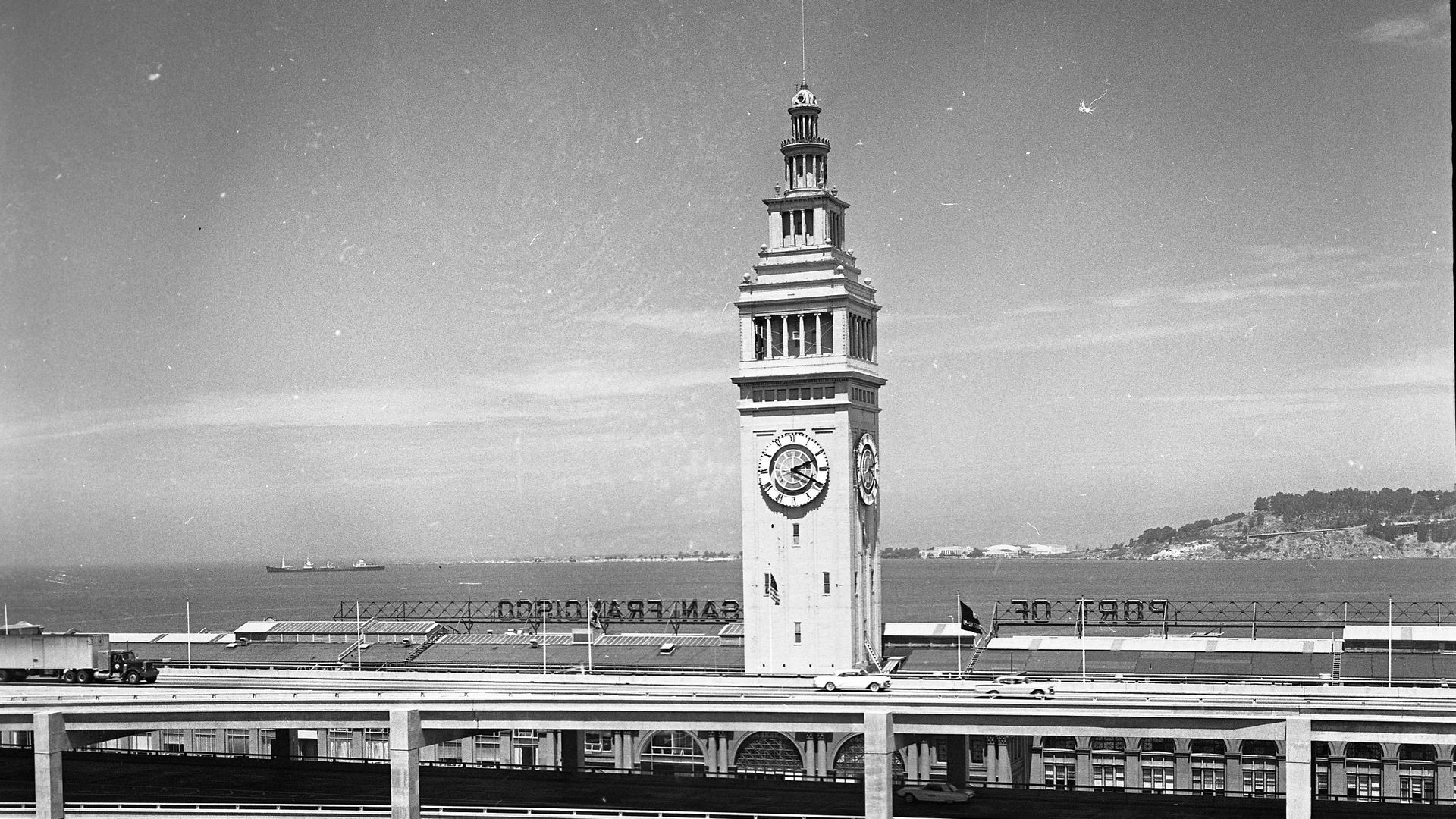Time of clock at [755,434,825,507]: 2:19
